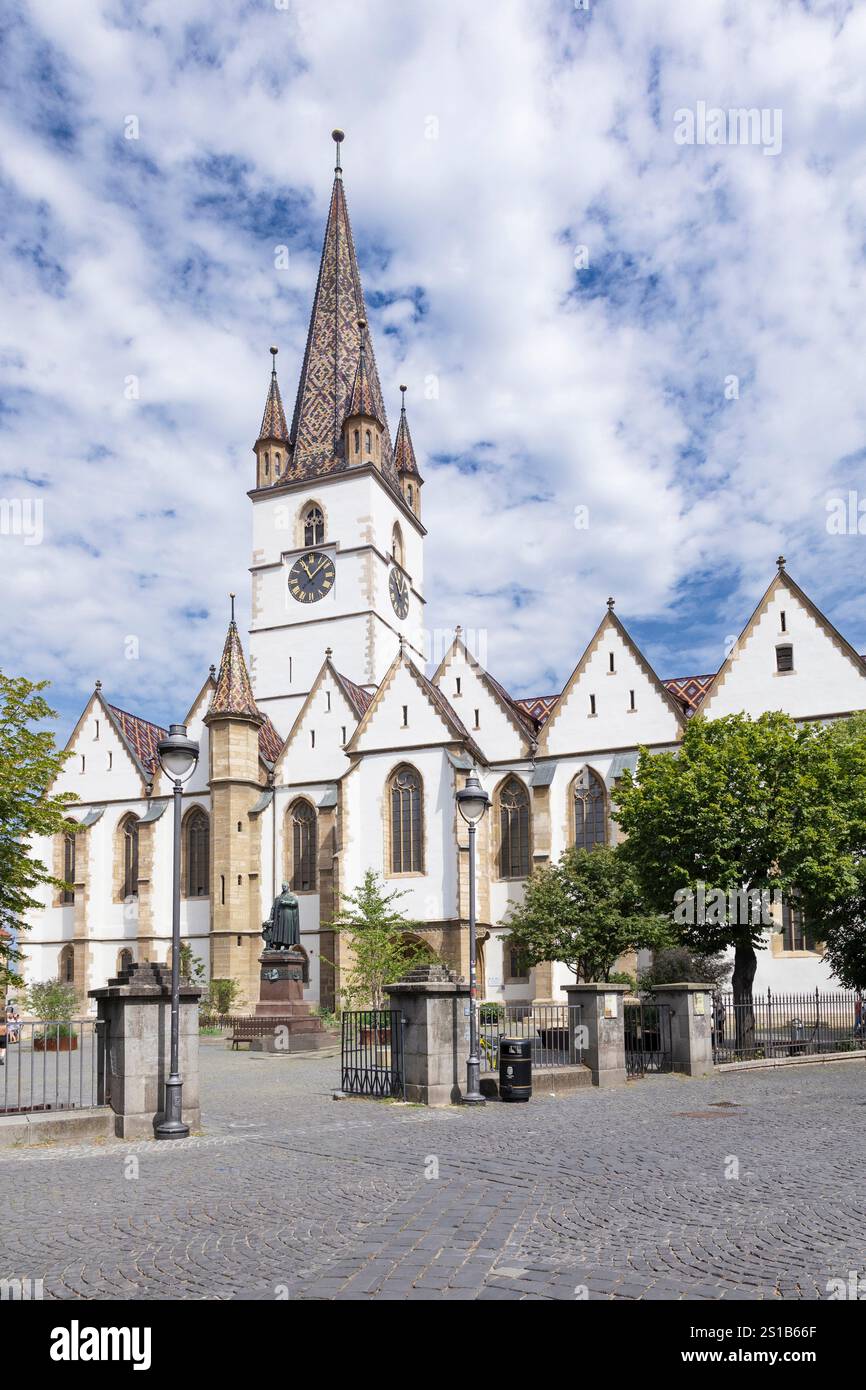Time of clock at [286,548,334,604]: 11:07
